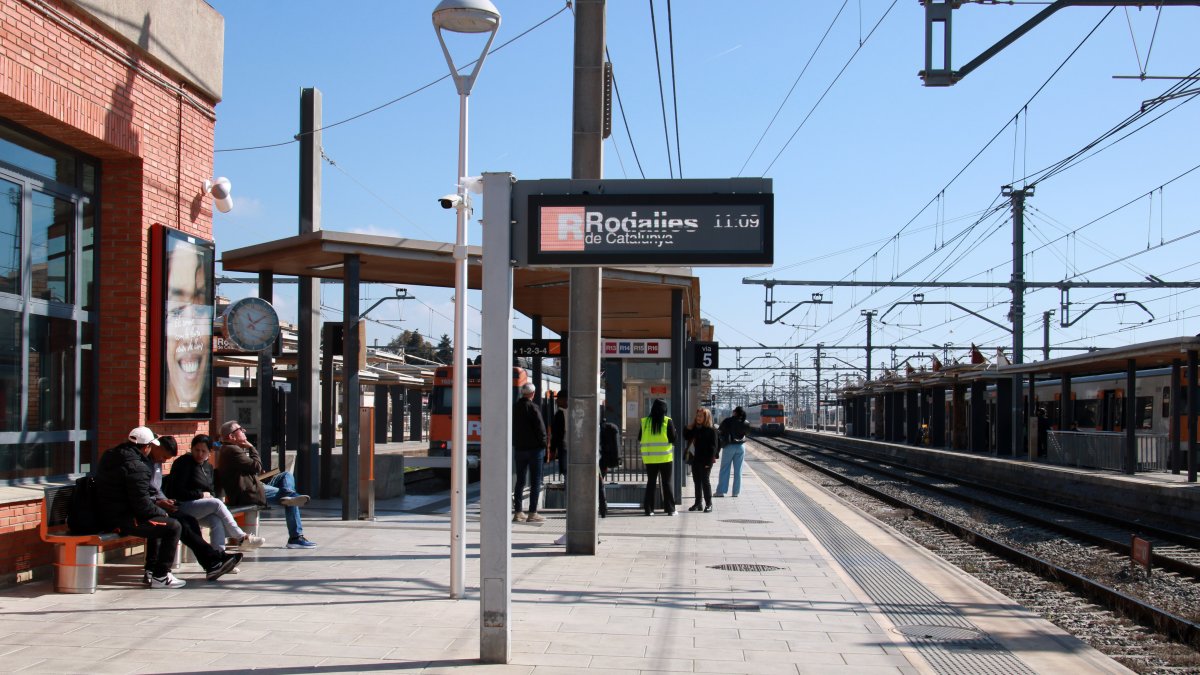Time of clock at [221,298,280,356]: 11:09
